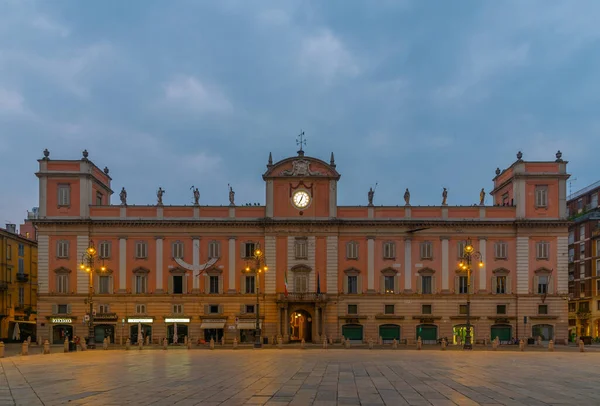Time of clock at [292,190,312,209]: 7:03
